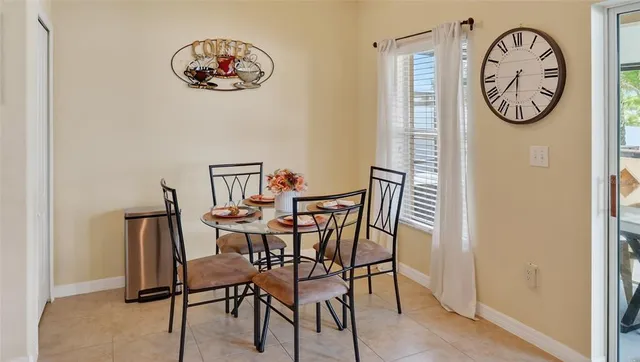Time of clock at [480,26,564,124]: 7:30
